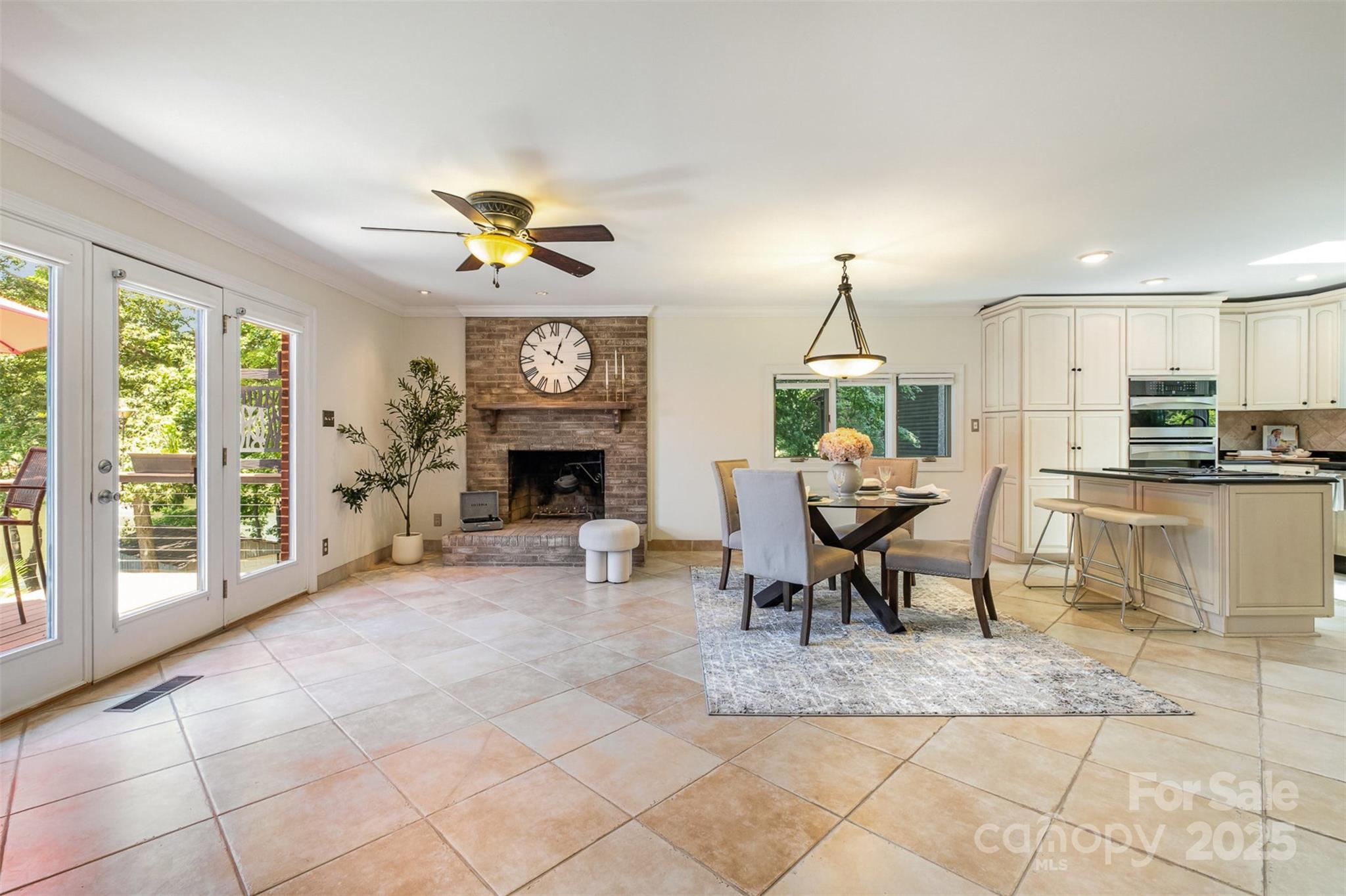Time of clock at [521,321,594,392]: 10:03
